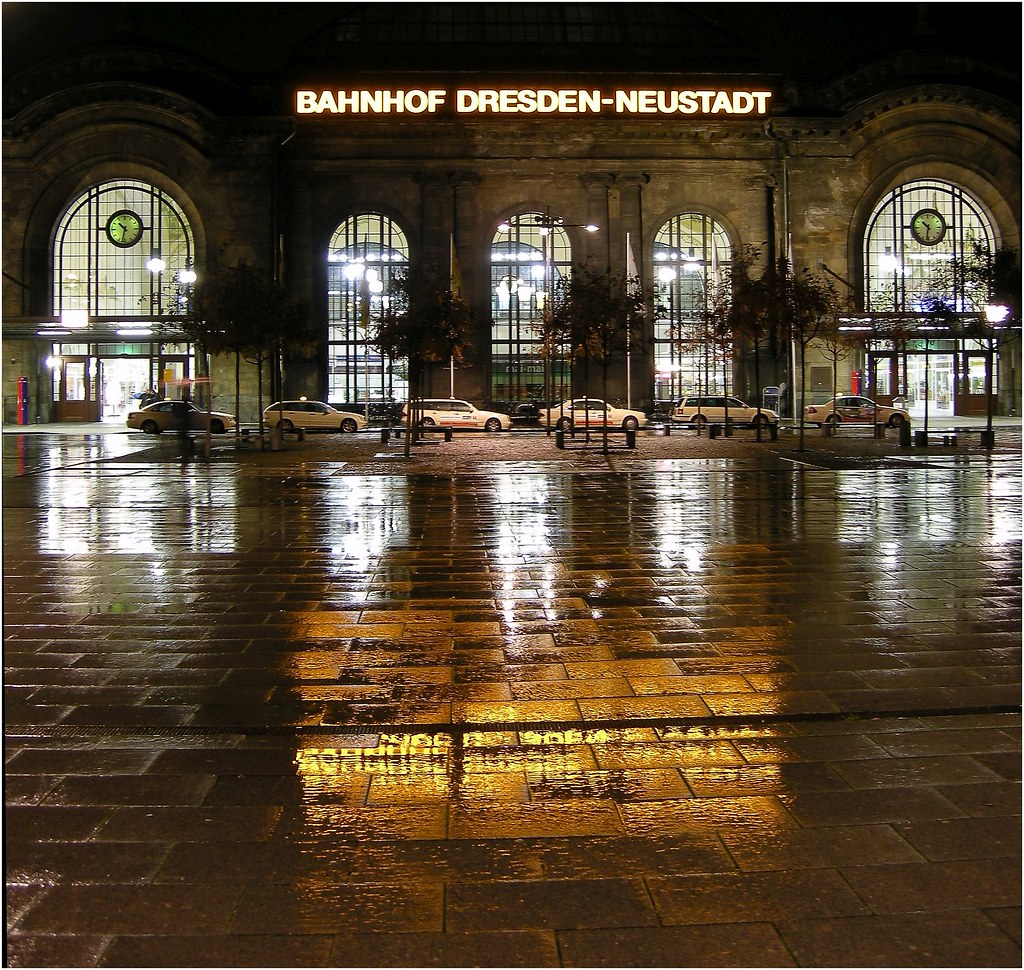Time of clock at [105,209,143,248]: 10:32
